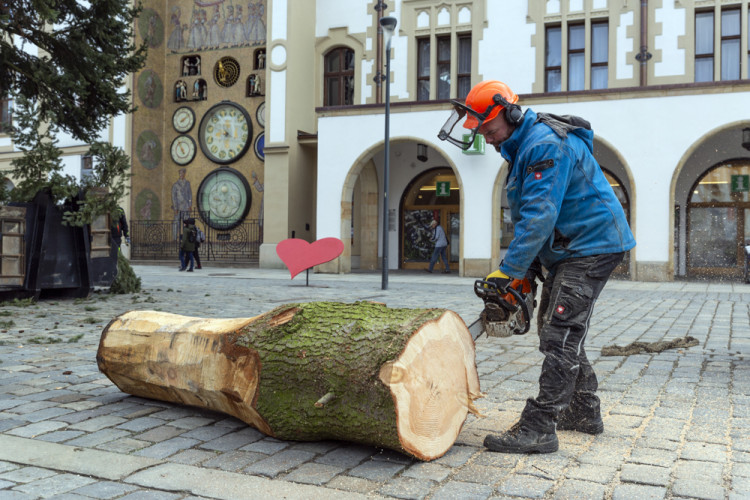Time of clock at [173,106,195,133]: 8:09
